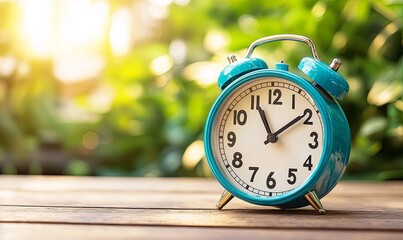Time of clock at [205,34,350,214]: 11:09
